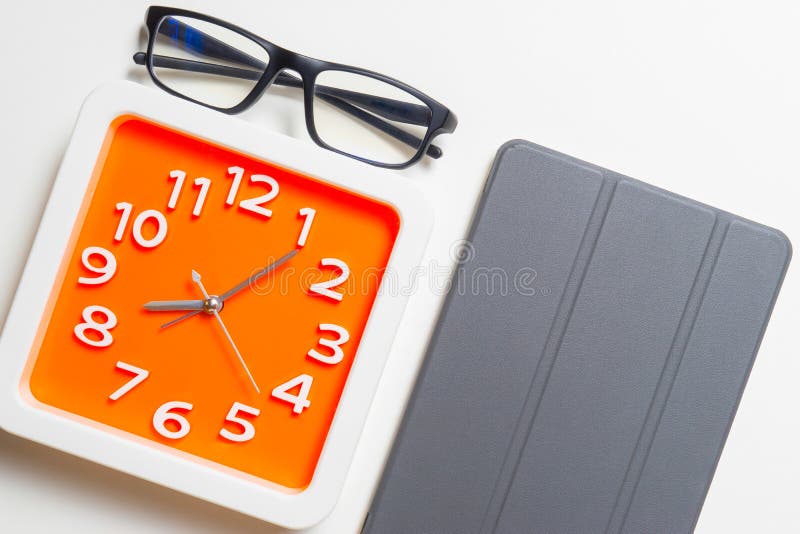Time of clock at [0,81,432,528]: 8:06
